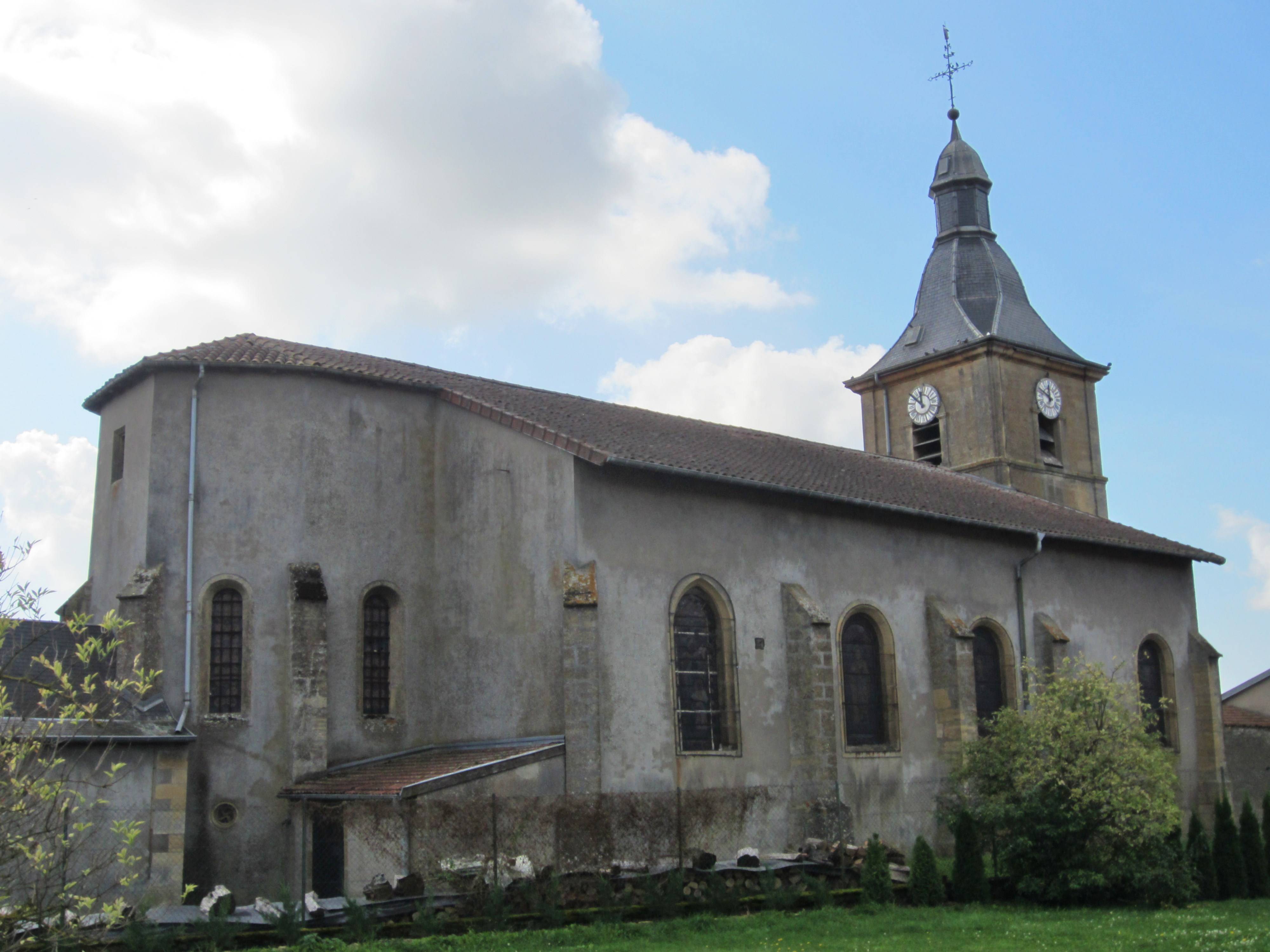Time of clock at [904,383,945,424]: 11:51
